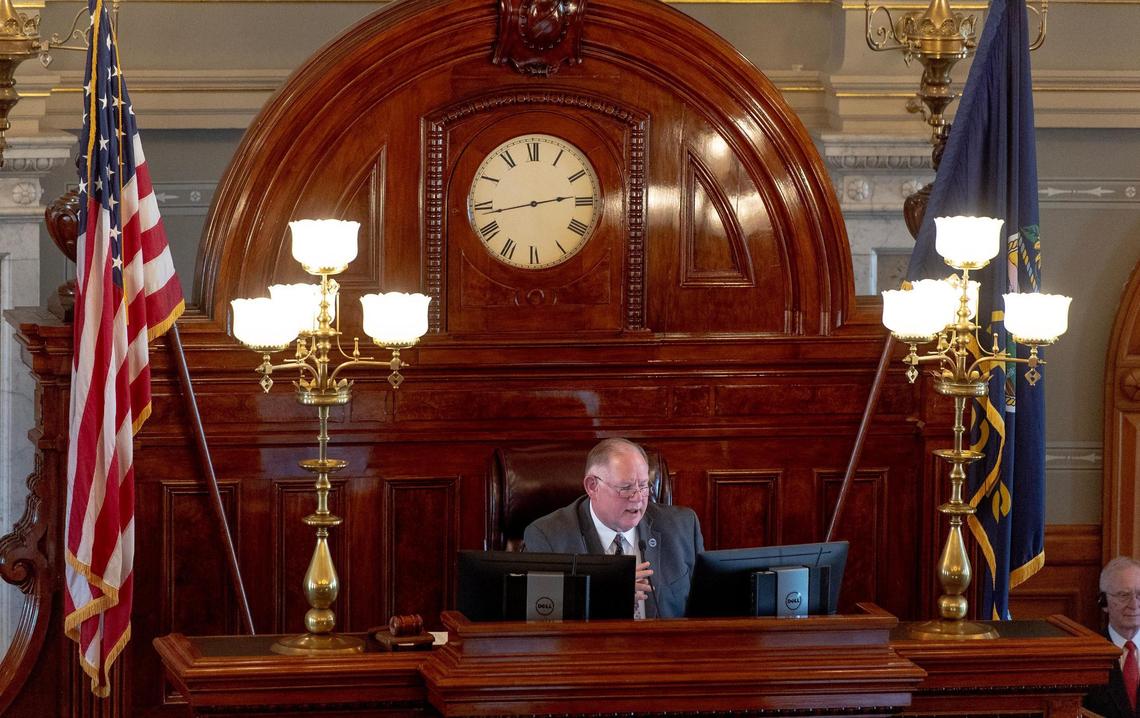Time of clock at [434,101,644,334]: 2:43
